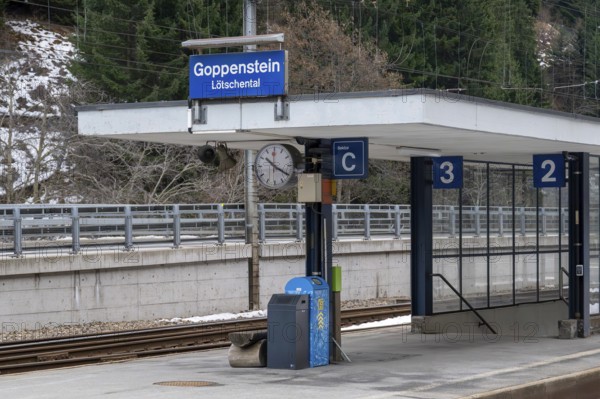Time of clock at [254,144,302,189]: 10:20
